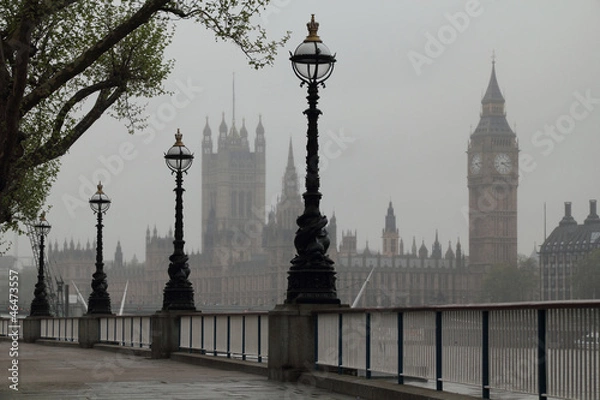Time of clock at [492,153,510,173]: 4:13
